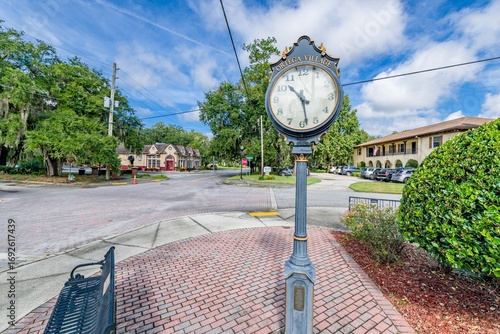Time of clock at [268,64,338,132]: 10:28
